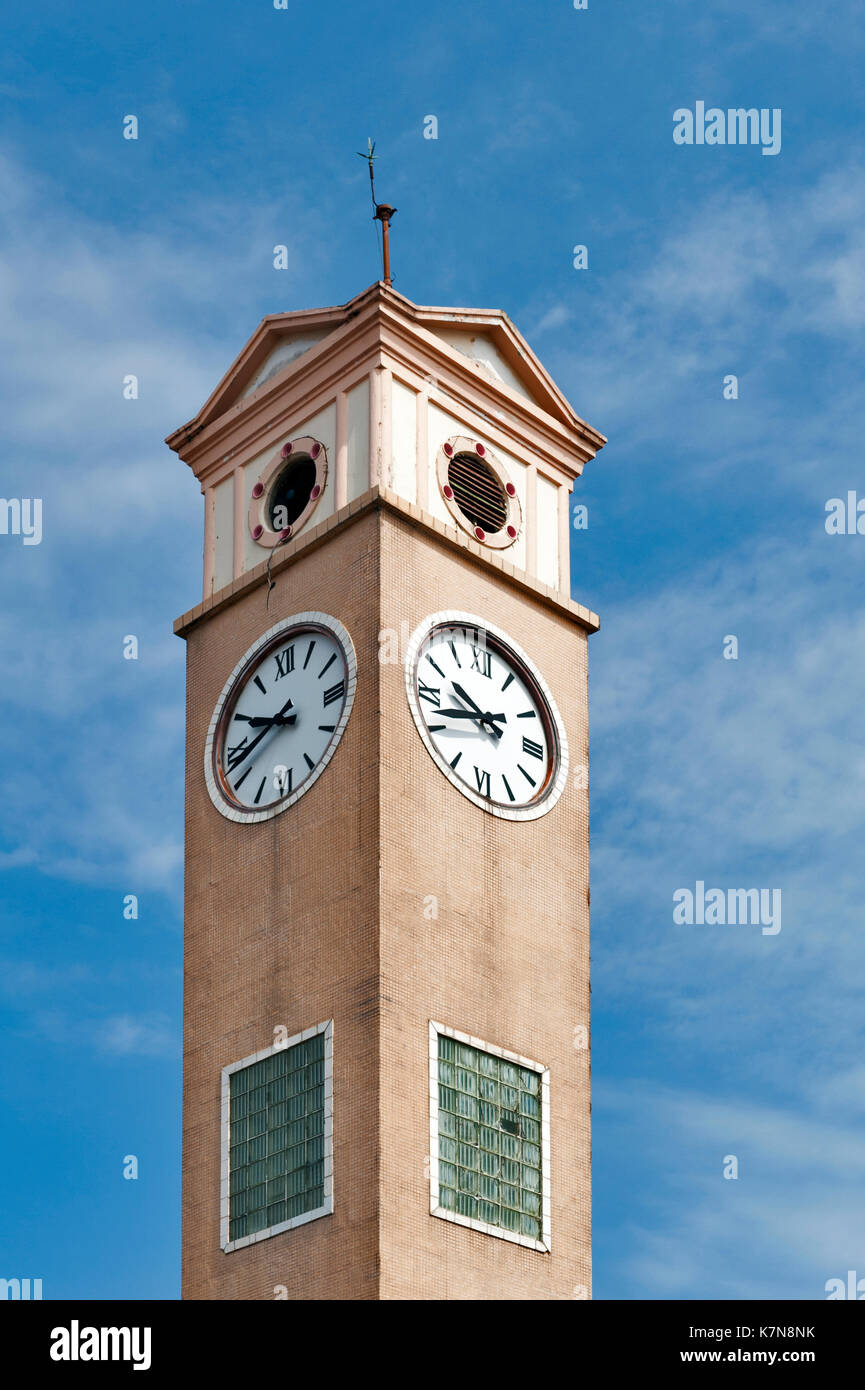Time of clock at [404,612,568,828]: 9:41
